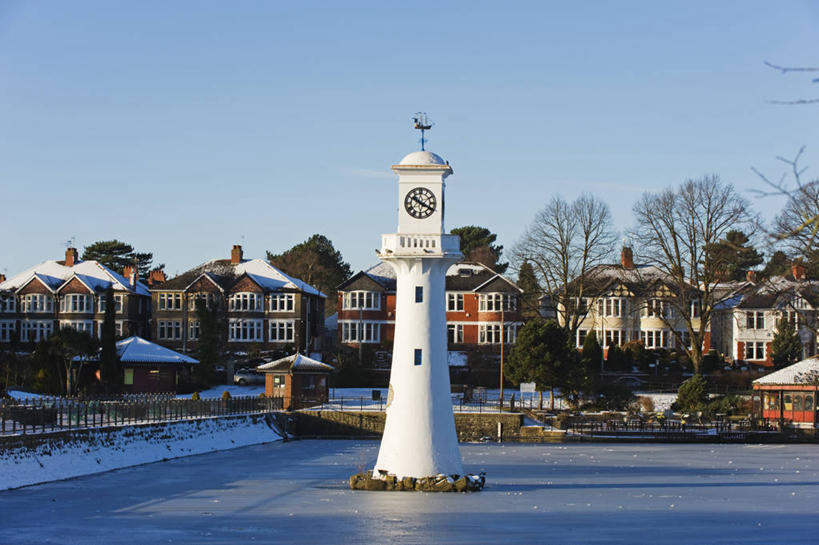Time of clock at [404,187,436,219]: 10:19
